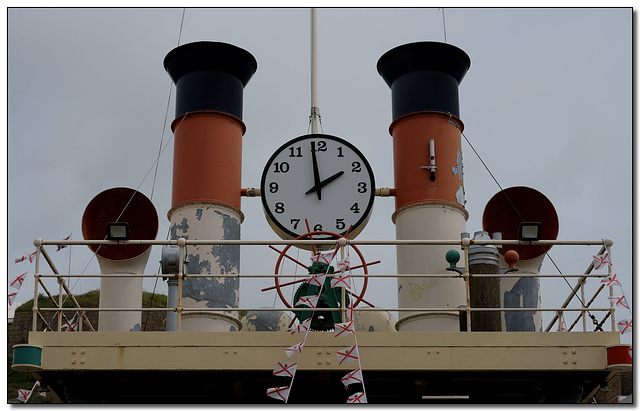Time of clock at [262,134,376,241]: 1:58
